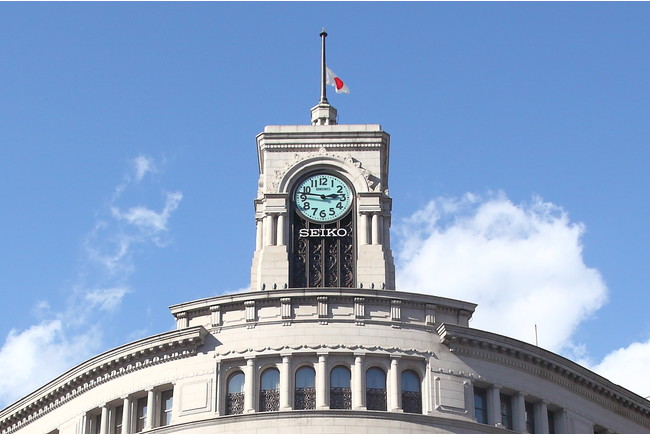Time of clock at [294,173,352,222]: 2:46
